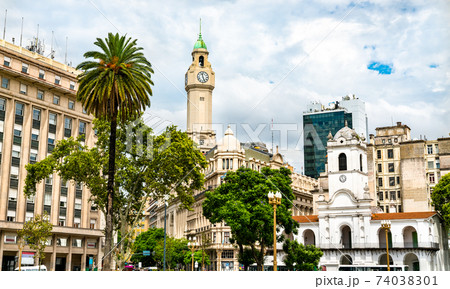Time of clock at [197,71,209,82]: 11:25
